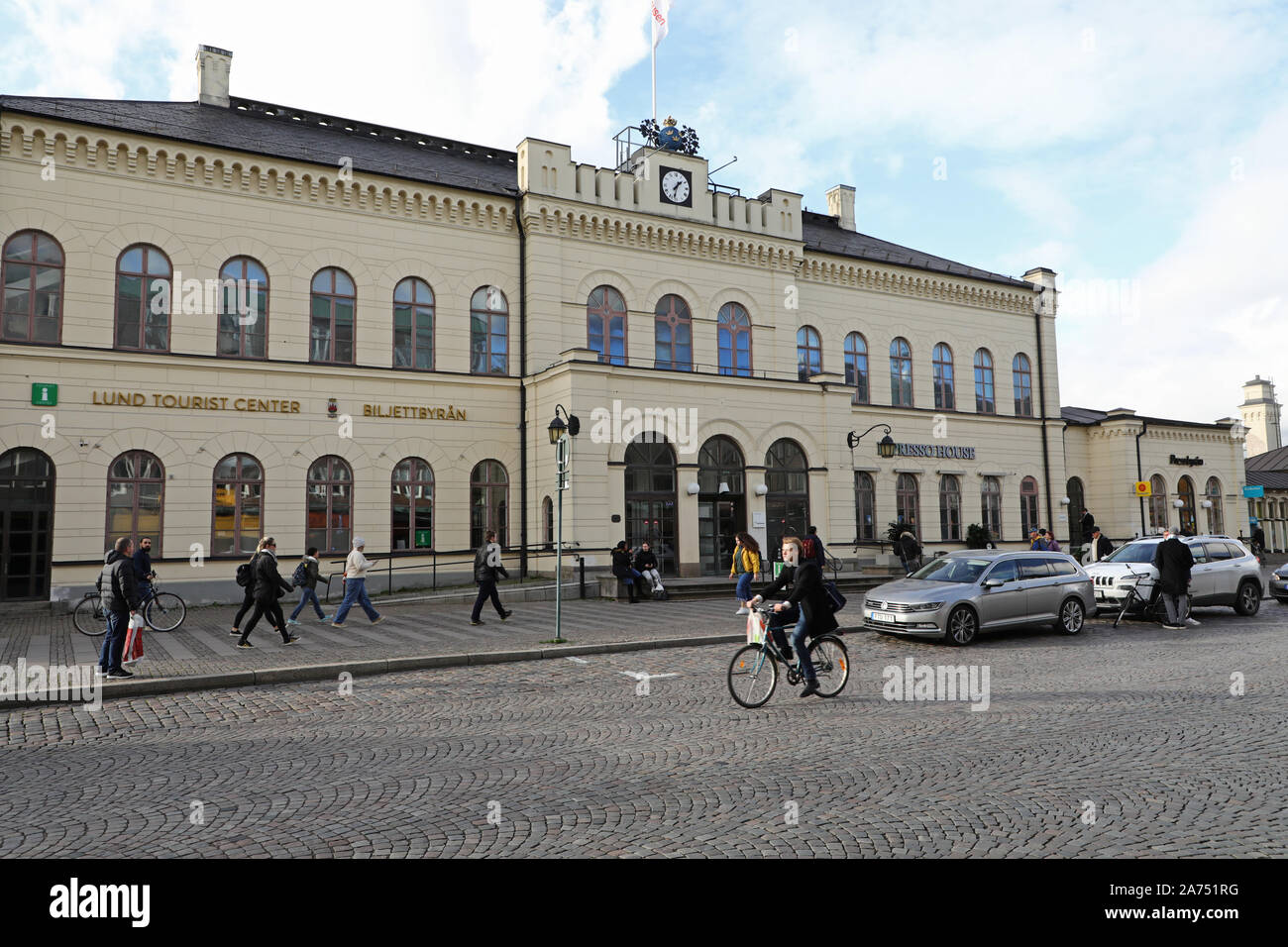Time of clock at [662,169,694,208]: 1:32
